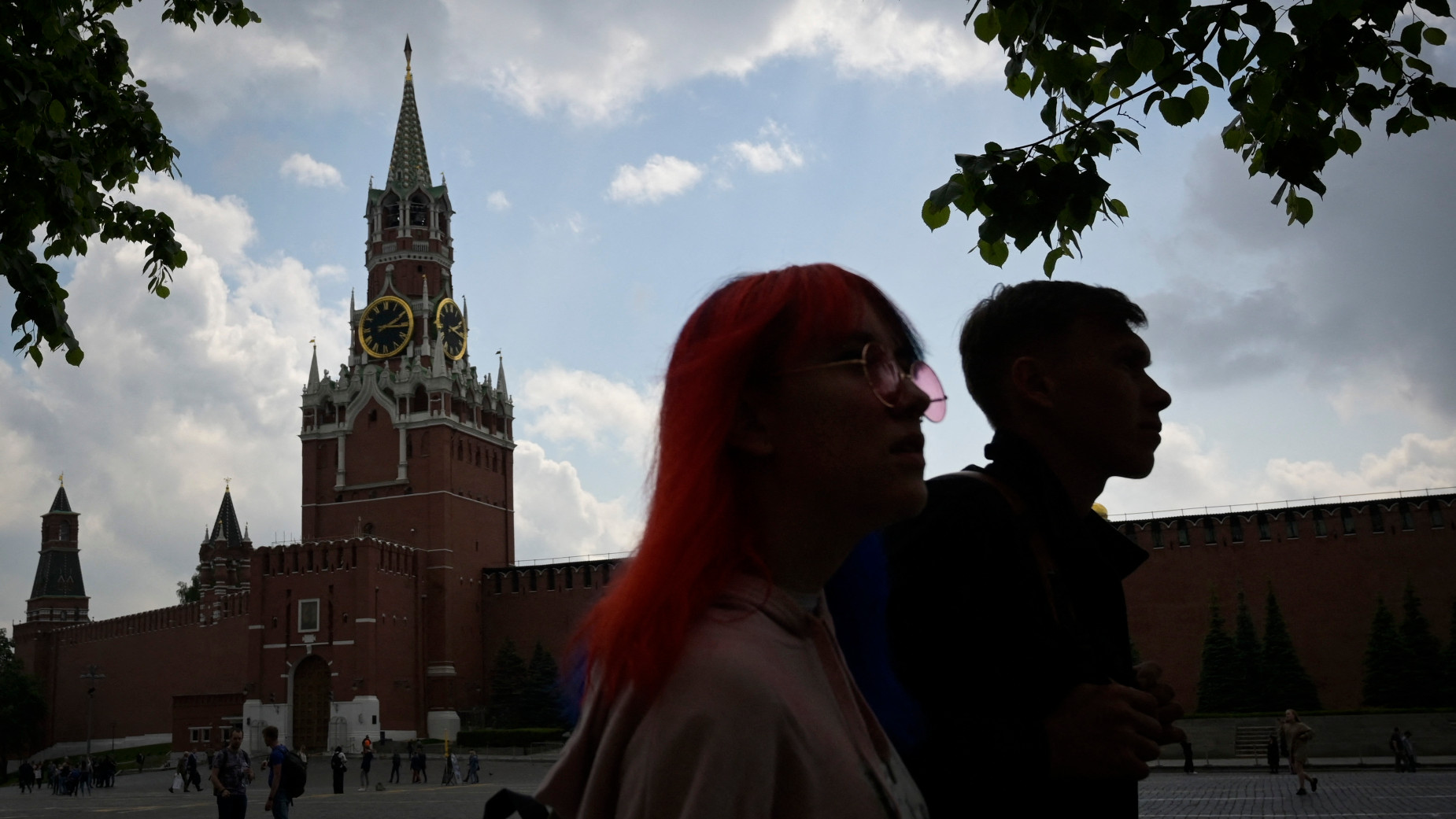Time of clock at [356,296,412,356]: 2:15
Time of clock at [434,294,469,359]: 2:18
